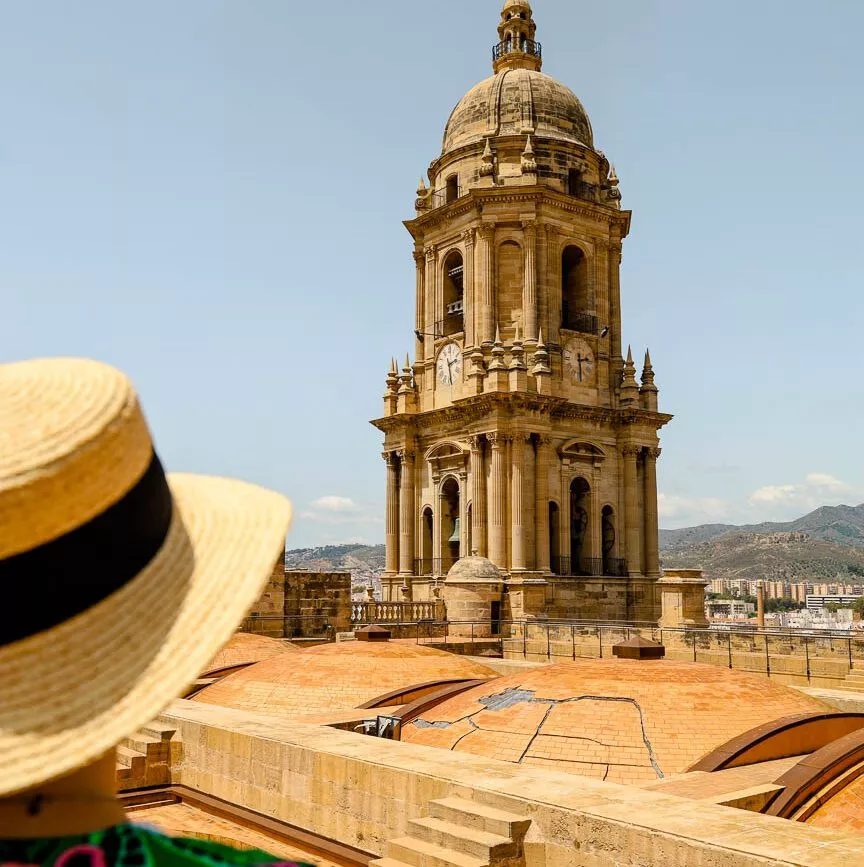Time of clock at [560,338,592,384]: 2:29
